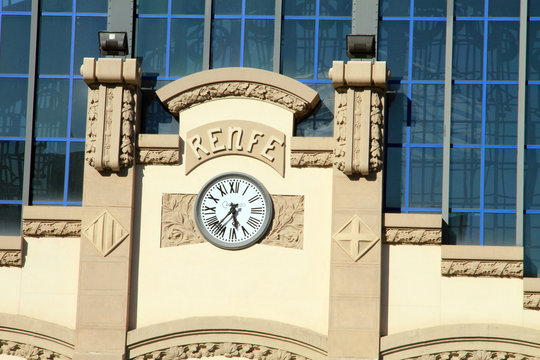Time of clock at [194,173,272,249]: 5:36
